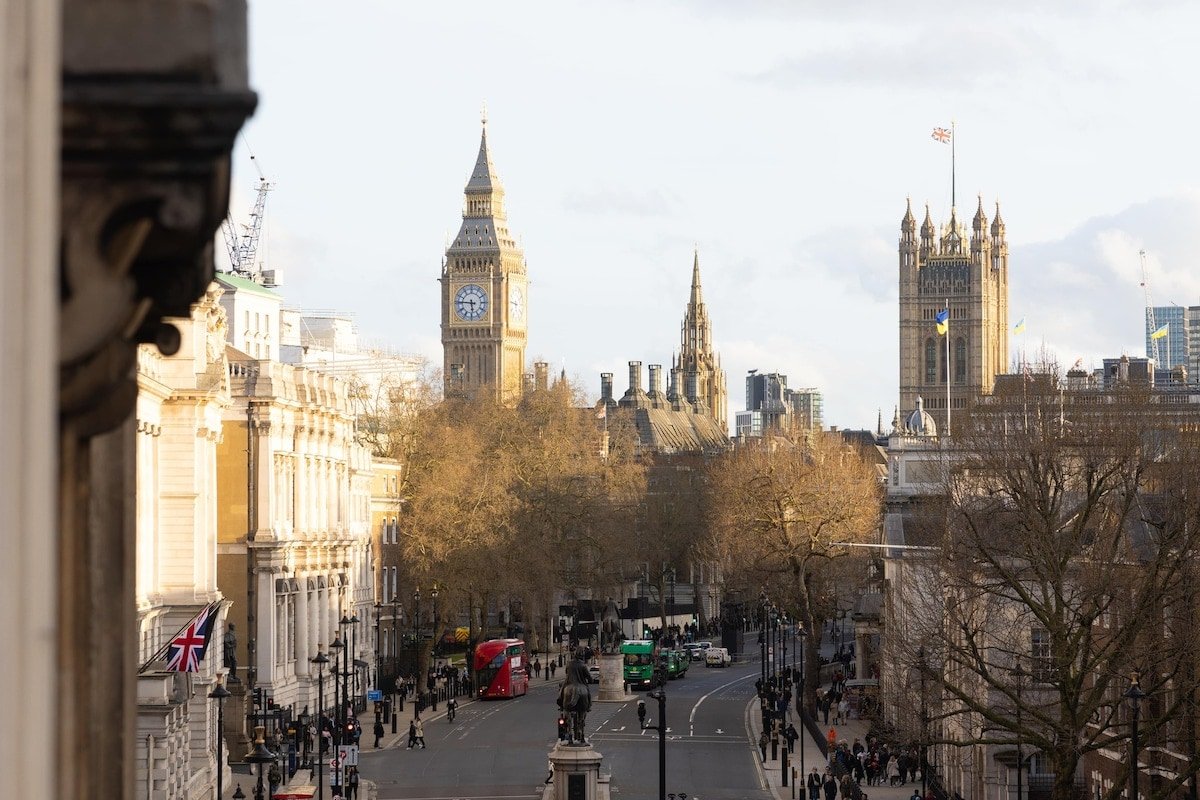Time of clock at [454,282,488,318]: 5:45
